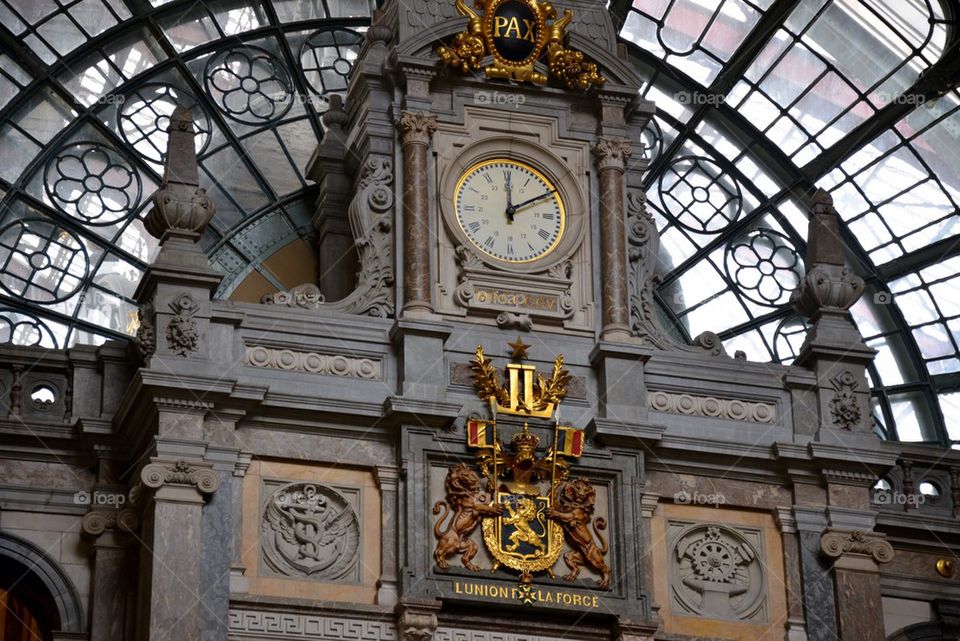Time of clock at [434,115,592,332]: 2:00
